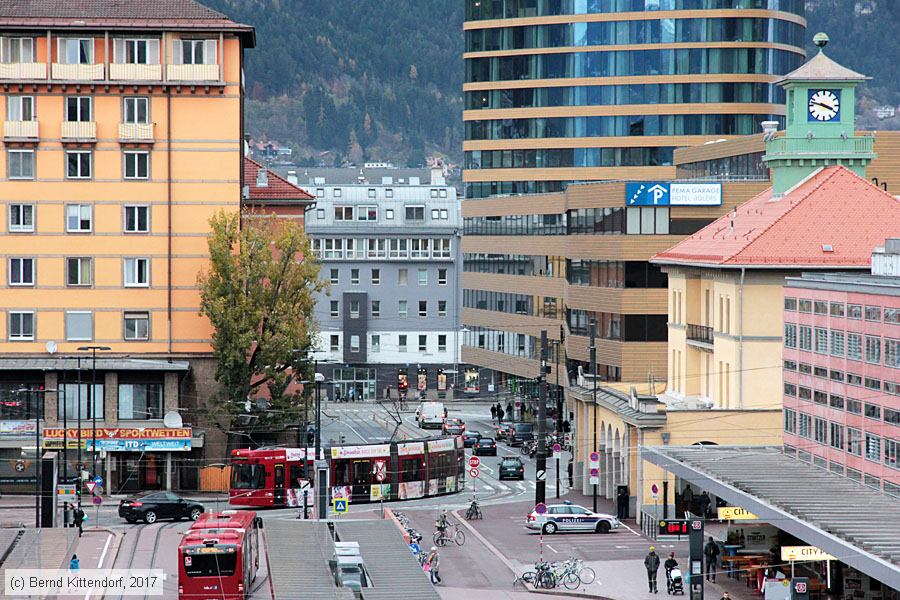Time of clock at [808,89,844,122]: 3:47
